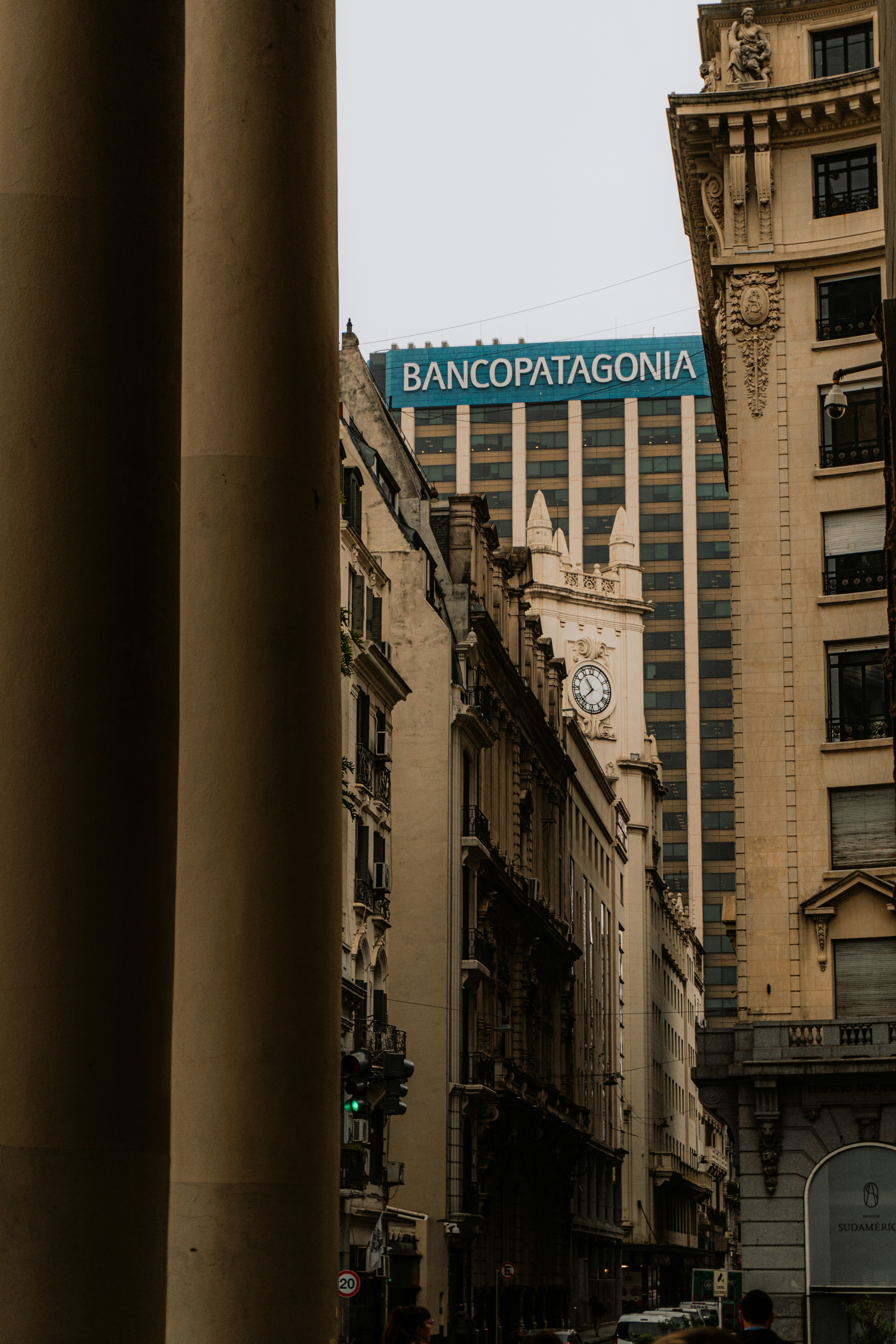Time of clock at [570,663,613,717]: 10:37
